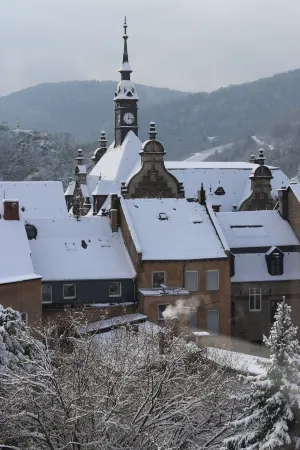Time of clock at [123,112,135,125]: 12:16
